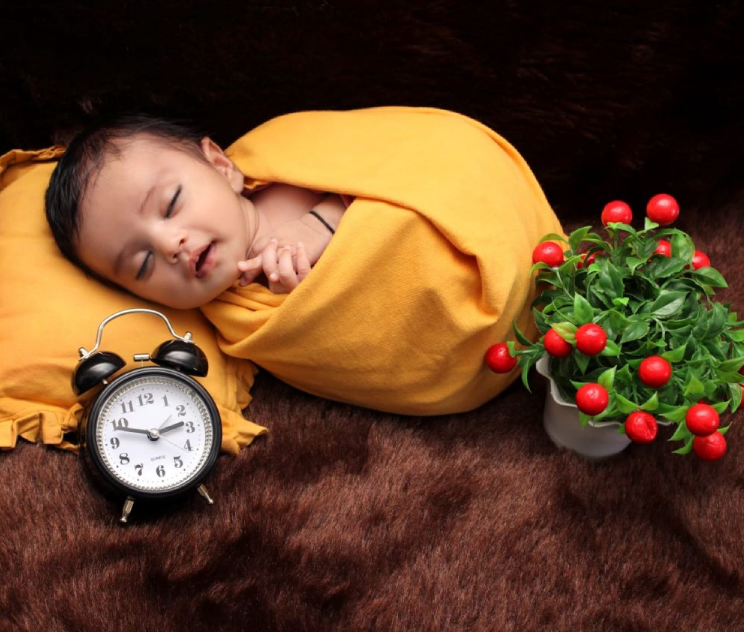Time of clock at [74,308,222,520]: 2:48
